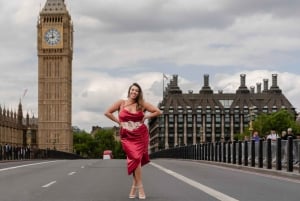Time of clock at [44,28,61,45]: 11:43
